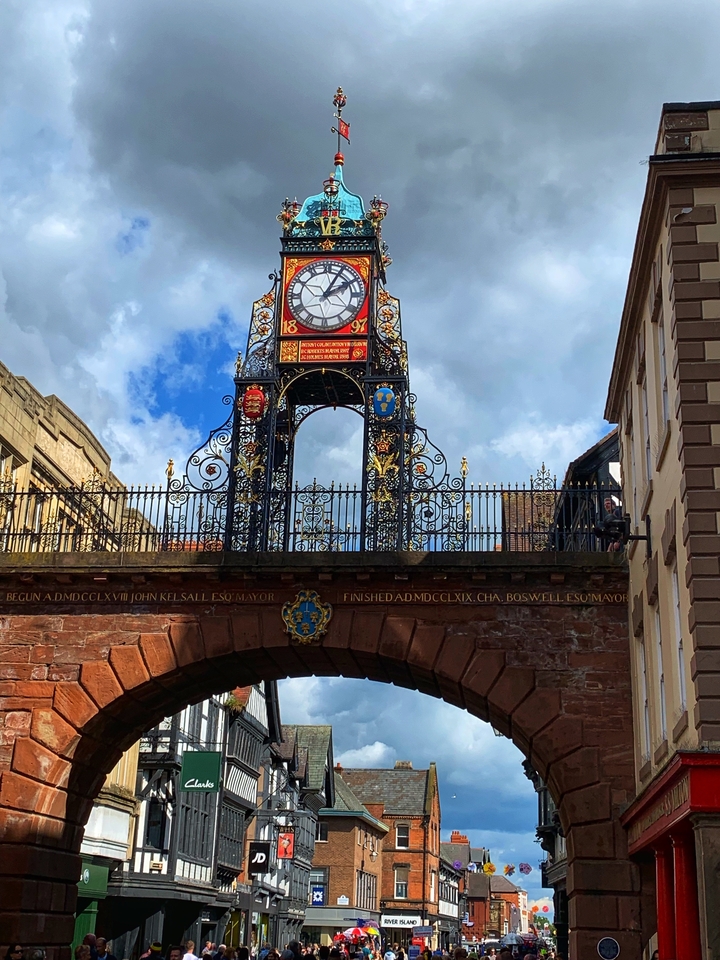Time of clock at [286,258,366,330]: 2:04
